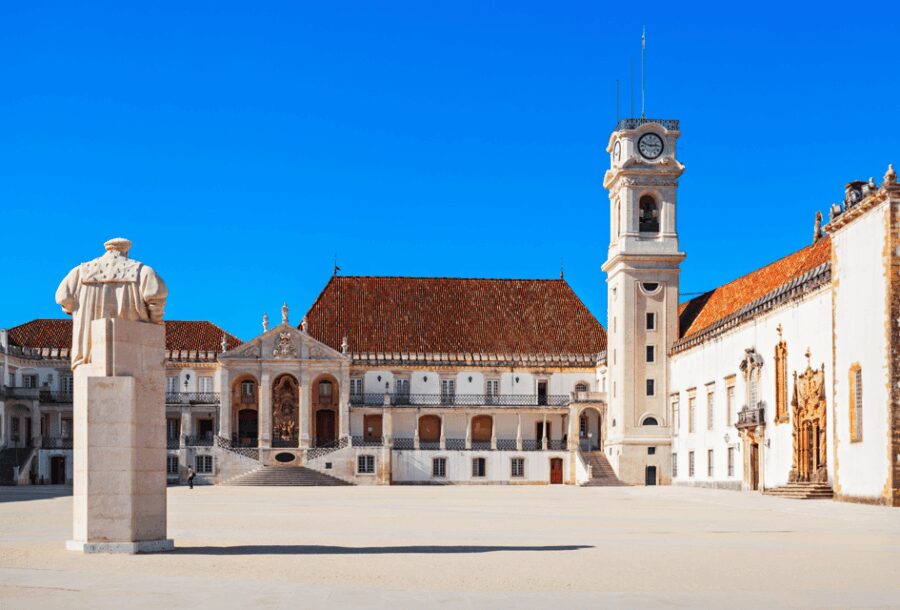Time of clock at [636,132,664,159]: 2:48
